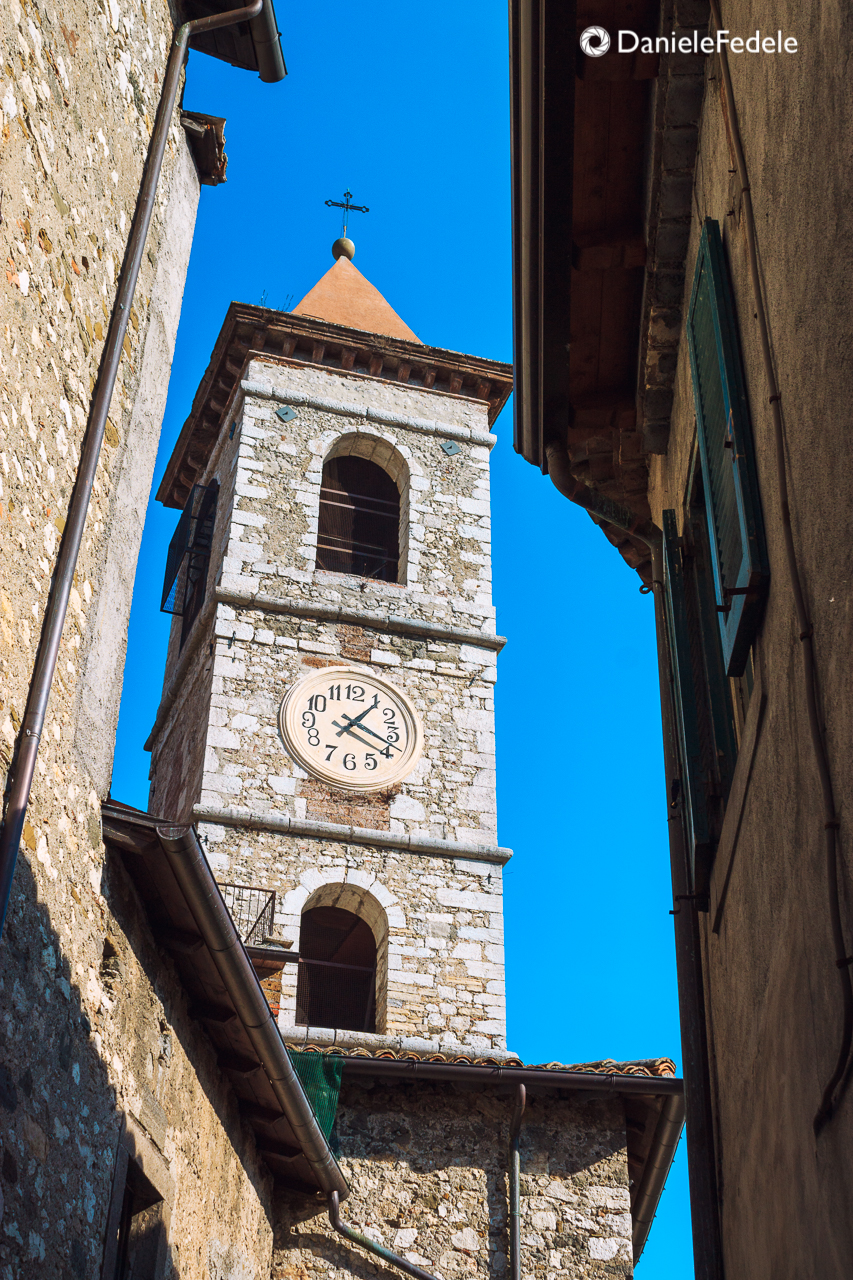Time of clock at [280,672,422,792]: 1:18
